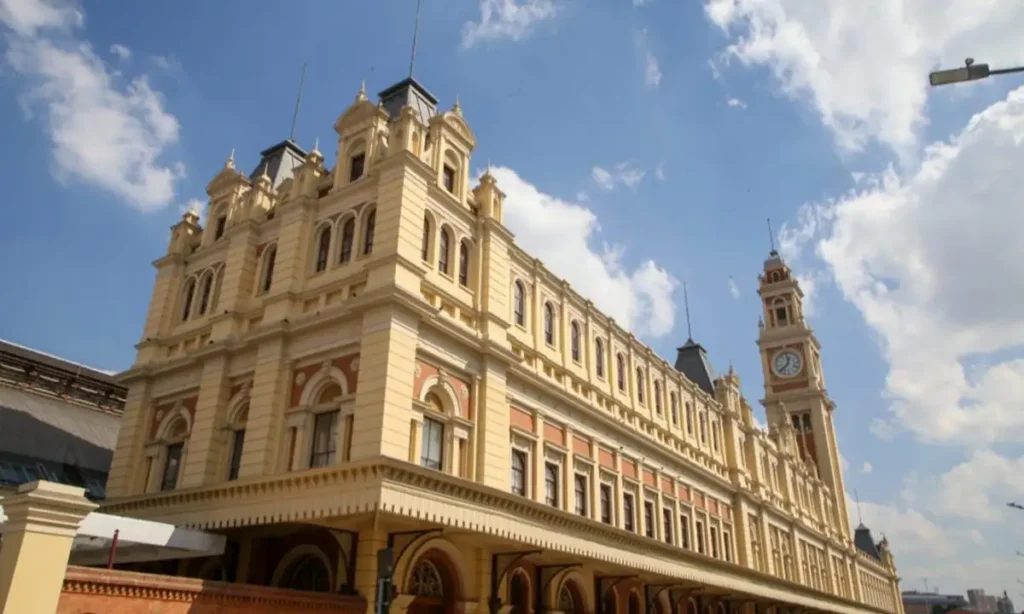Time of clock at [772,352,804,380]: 12:38
